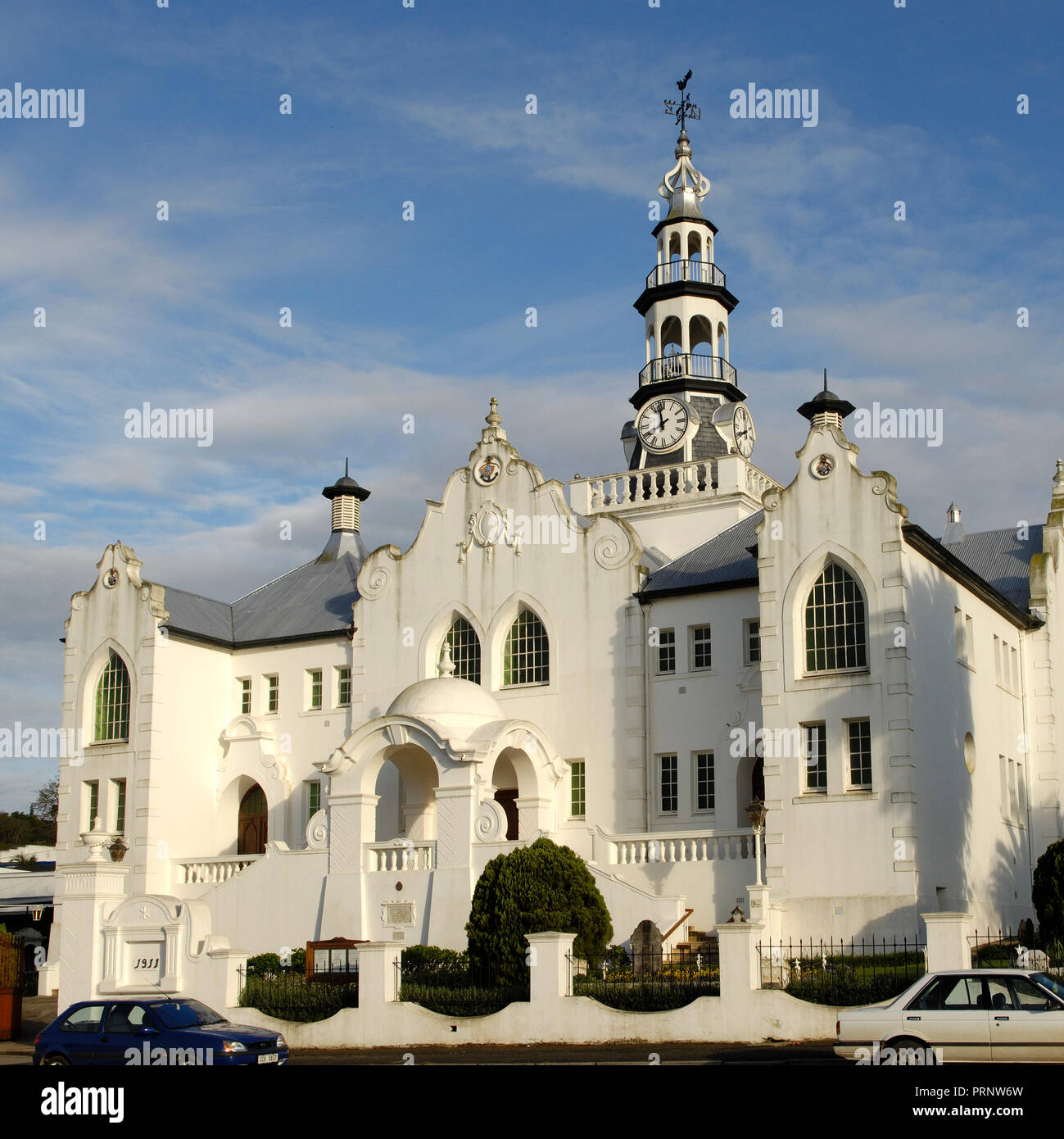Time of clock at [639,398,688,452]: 7:58
